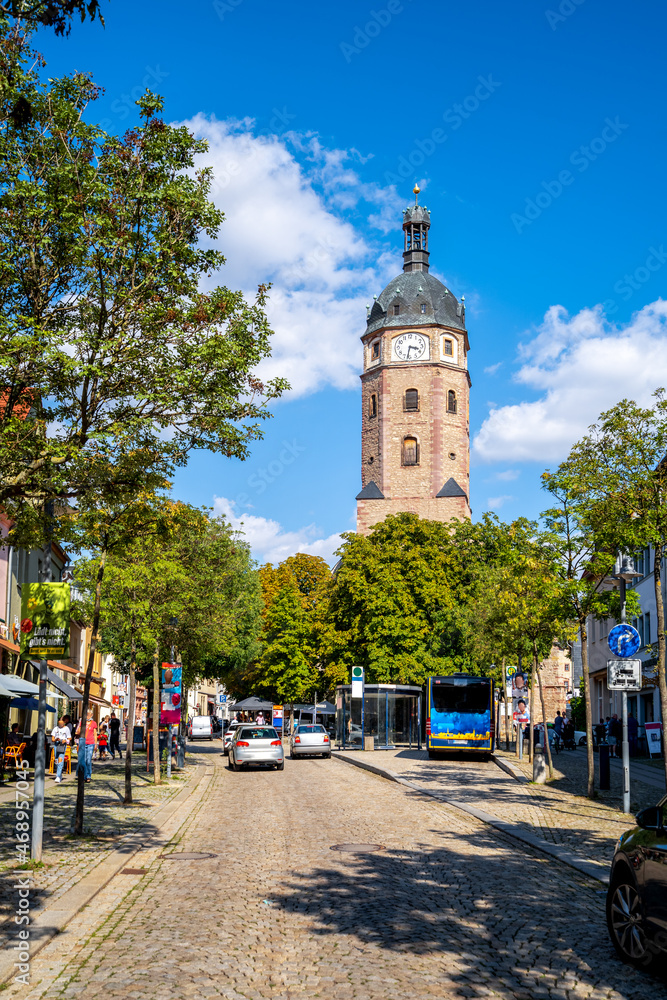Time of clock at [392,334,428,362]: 3:32
